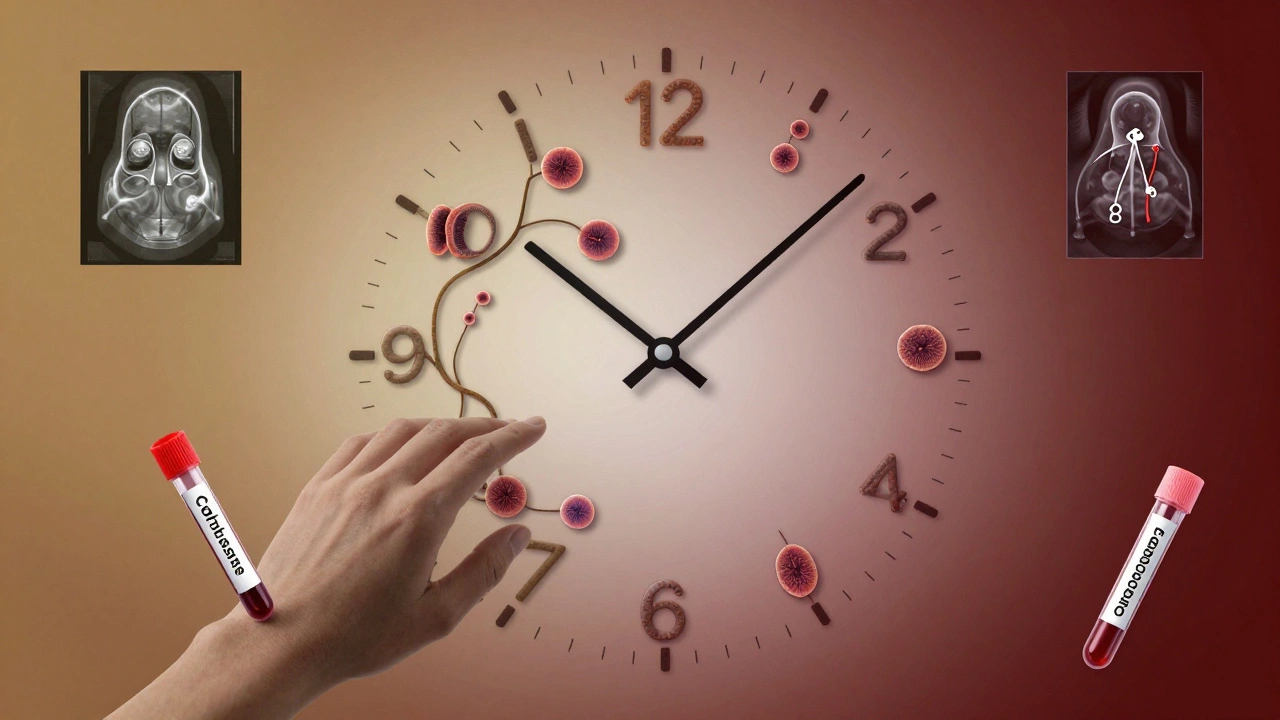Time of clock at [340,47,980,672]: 10:07
